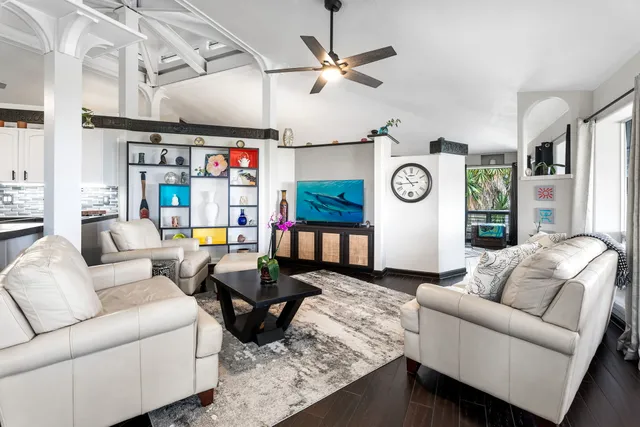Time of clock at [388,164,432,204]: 10:43
